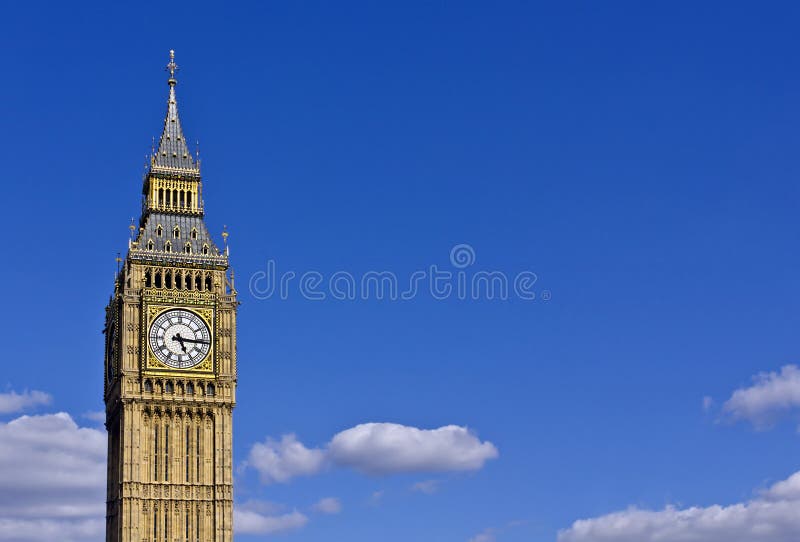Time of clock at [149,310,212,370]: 5:15
